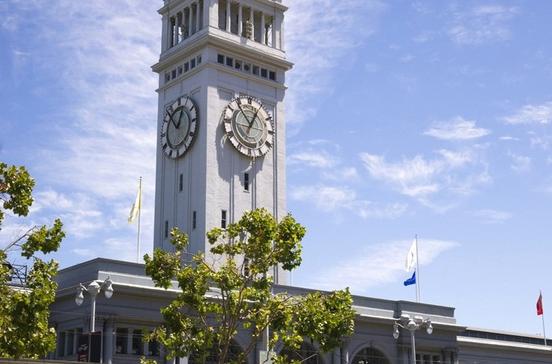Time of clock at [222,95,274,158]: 12:53
